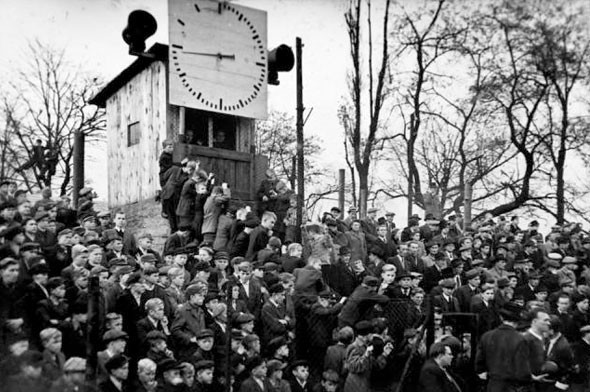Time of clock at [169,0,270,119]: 2:44
